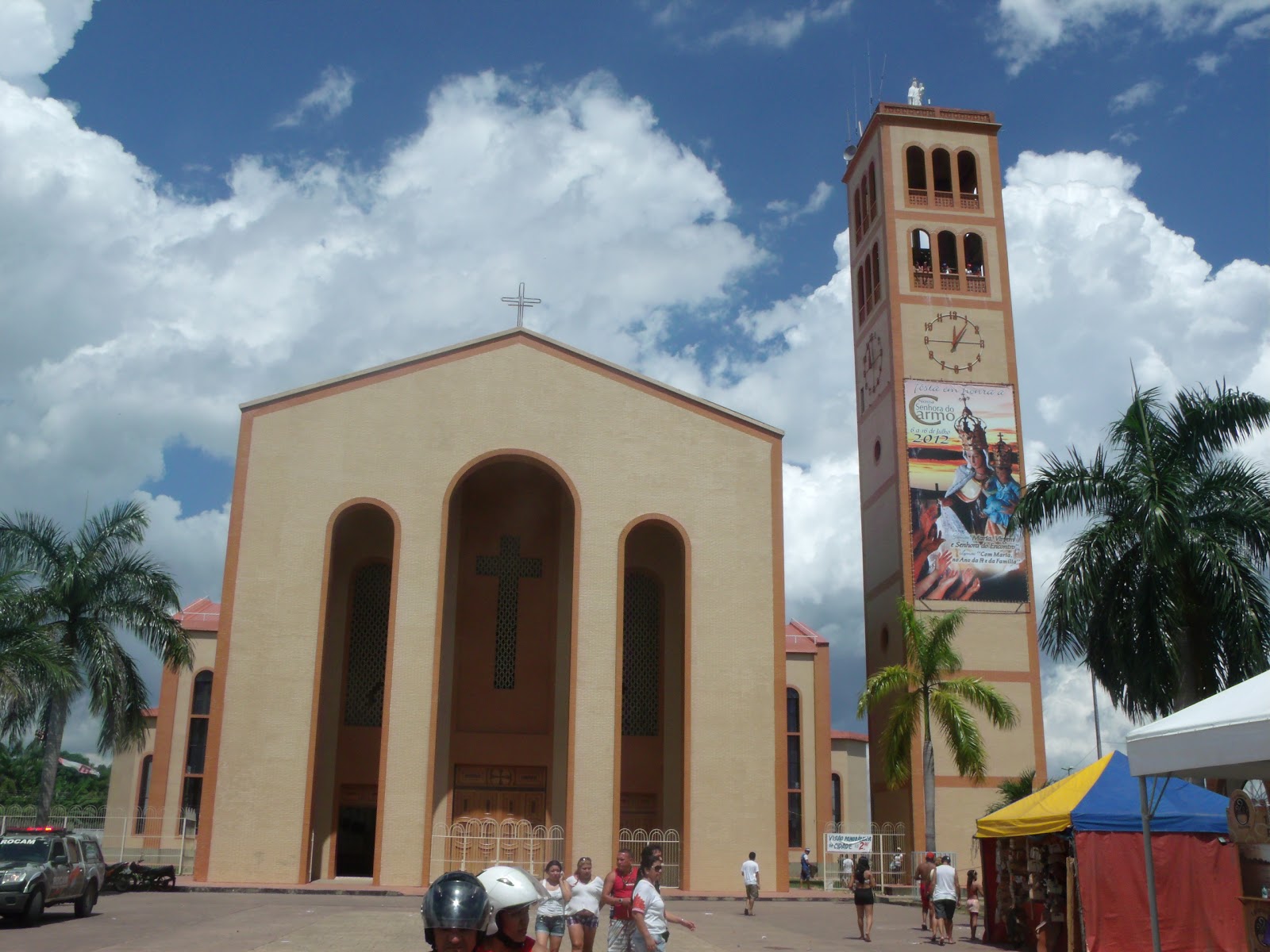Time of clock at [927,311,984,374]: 12:05
